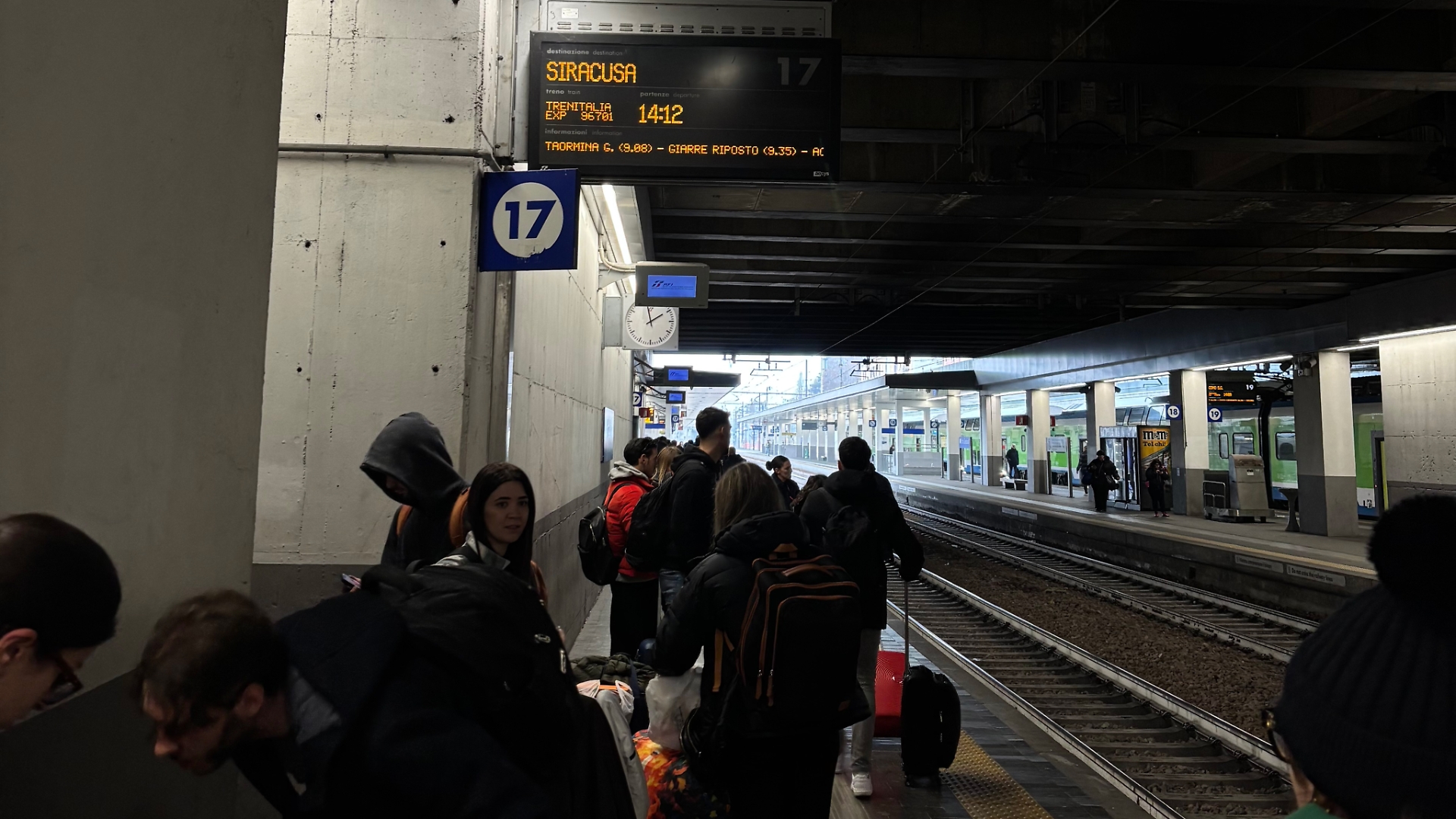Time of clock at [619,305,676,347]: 1:58
